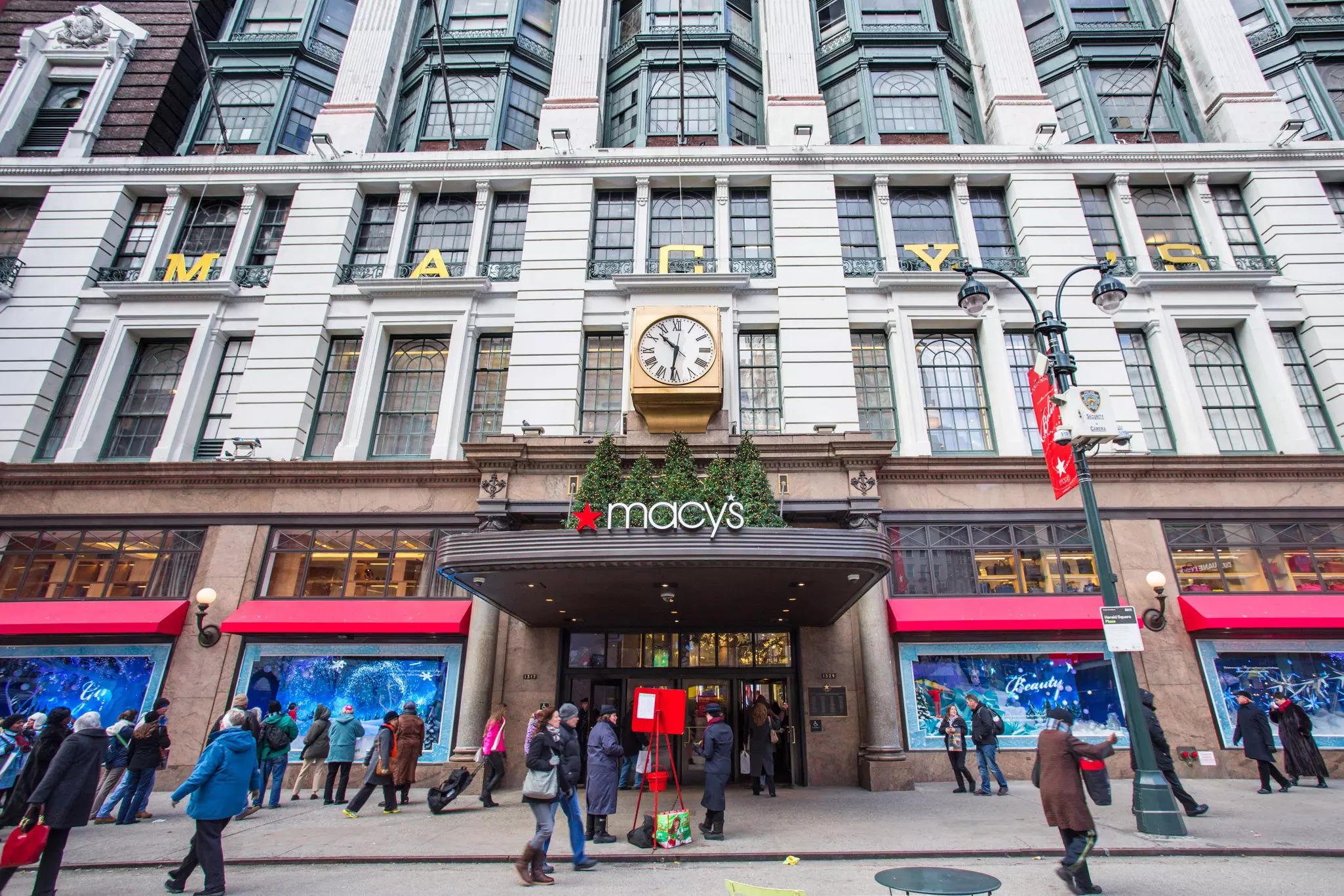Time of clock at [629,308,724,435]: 10:31
